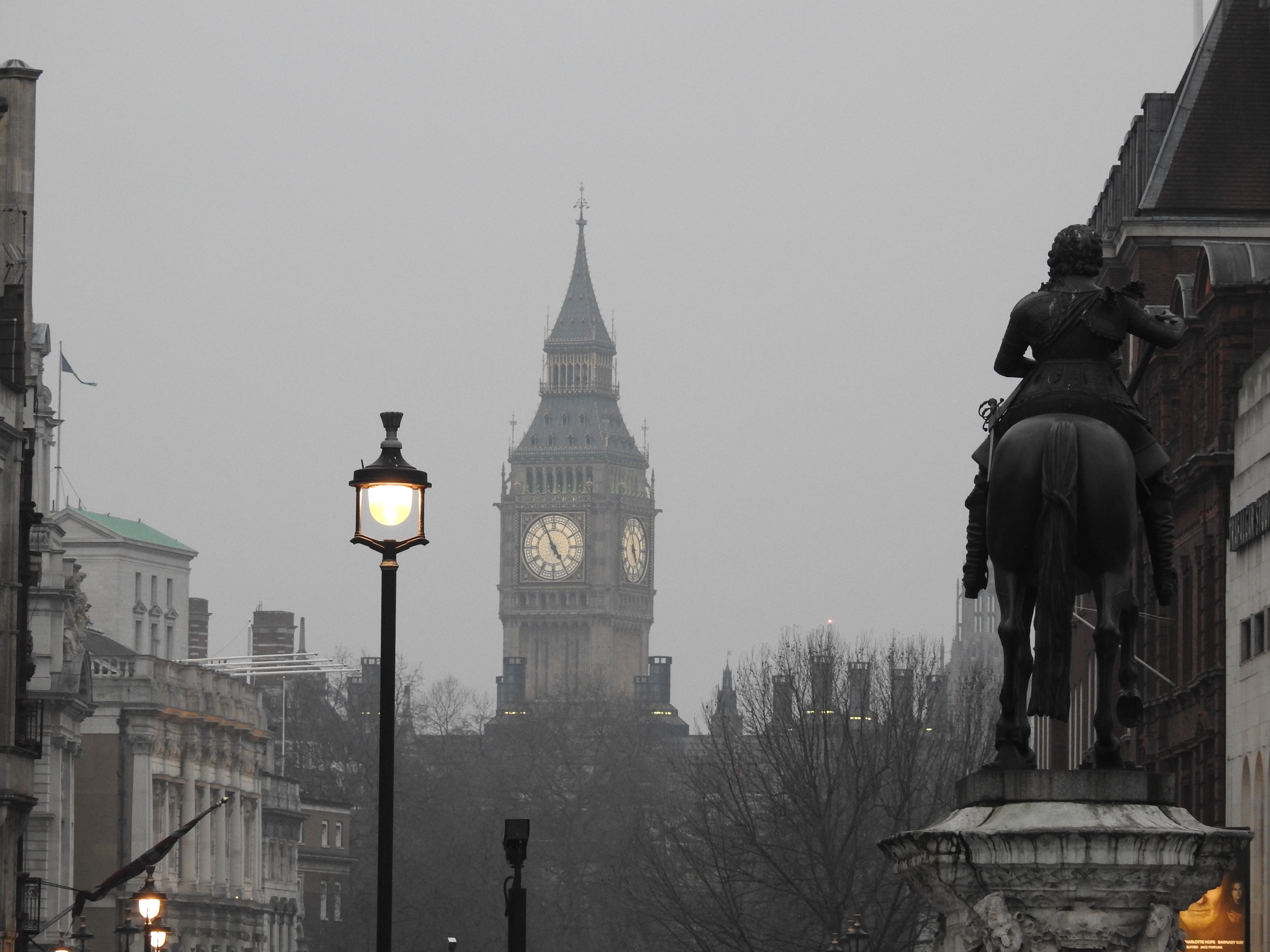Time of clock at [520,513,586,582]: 4:55
